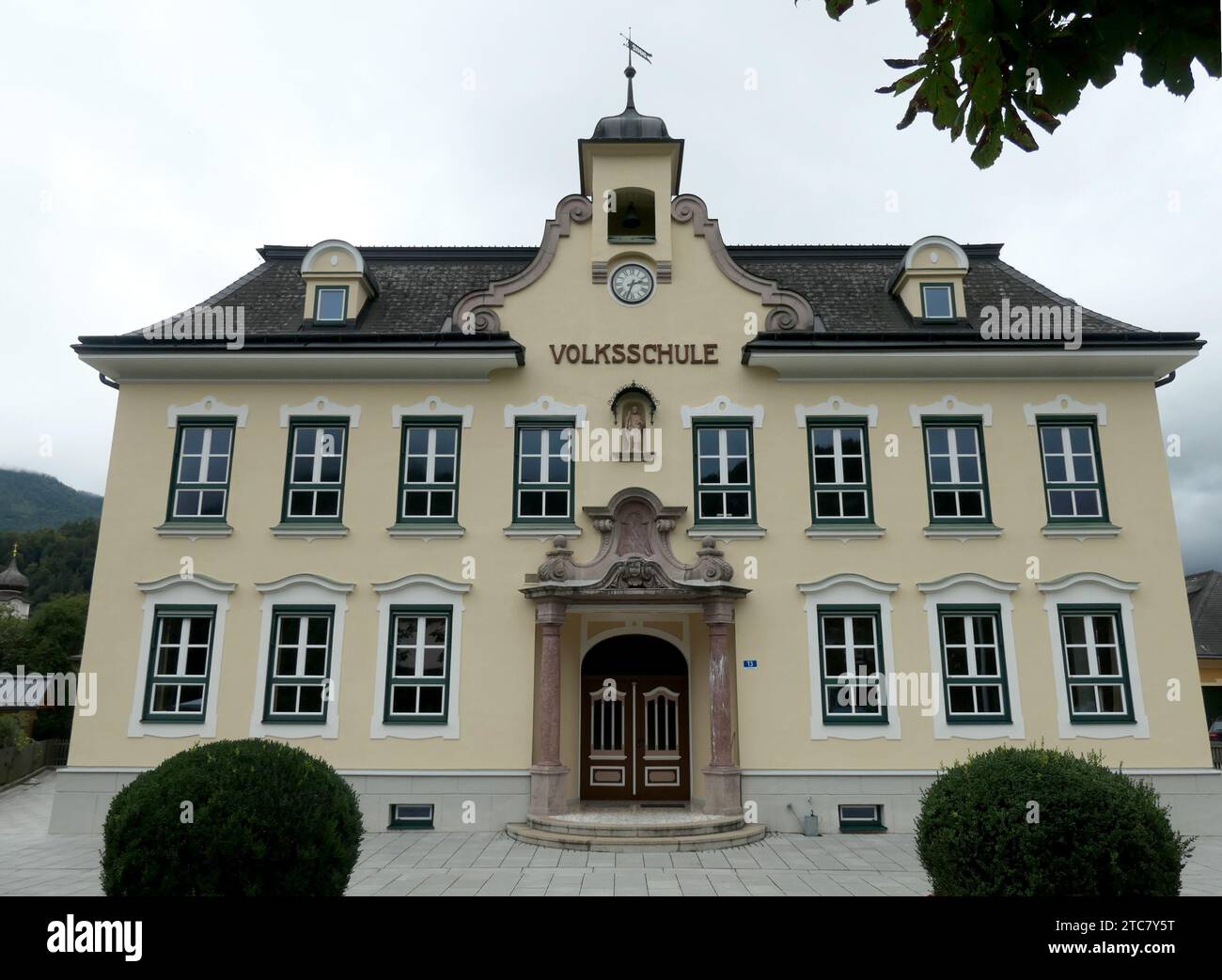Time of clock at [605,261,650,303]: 2:33
